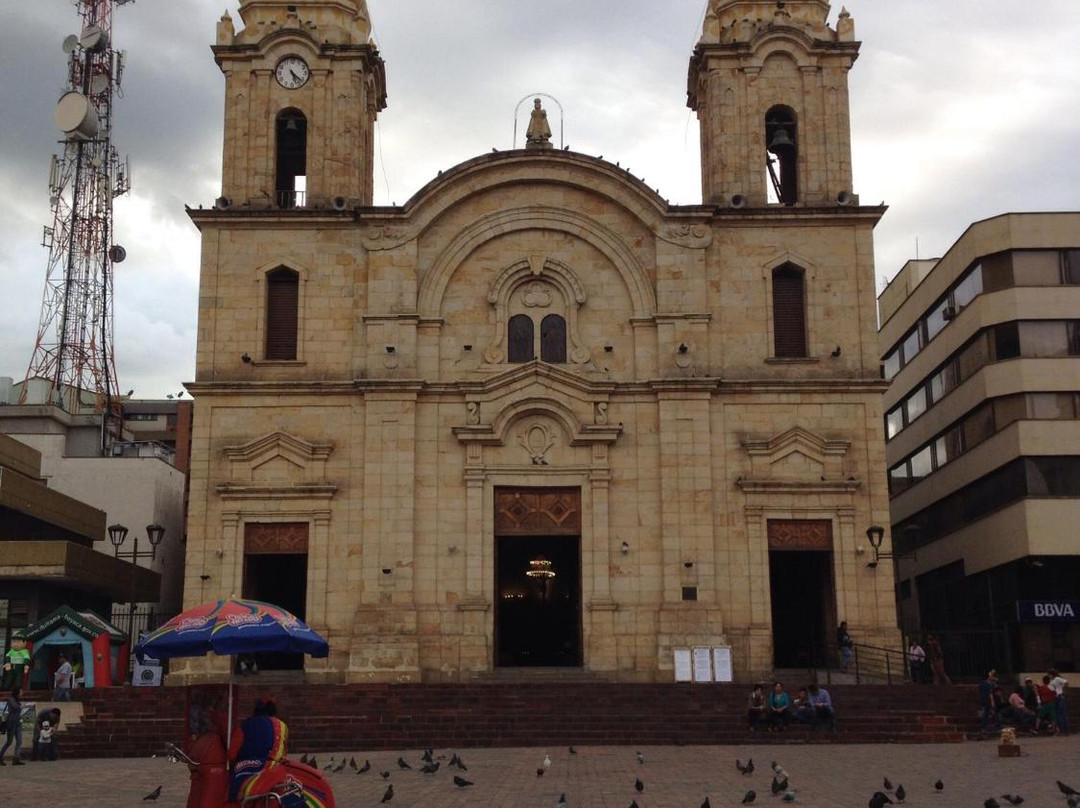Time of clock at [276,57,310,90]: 5:22
